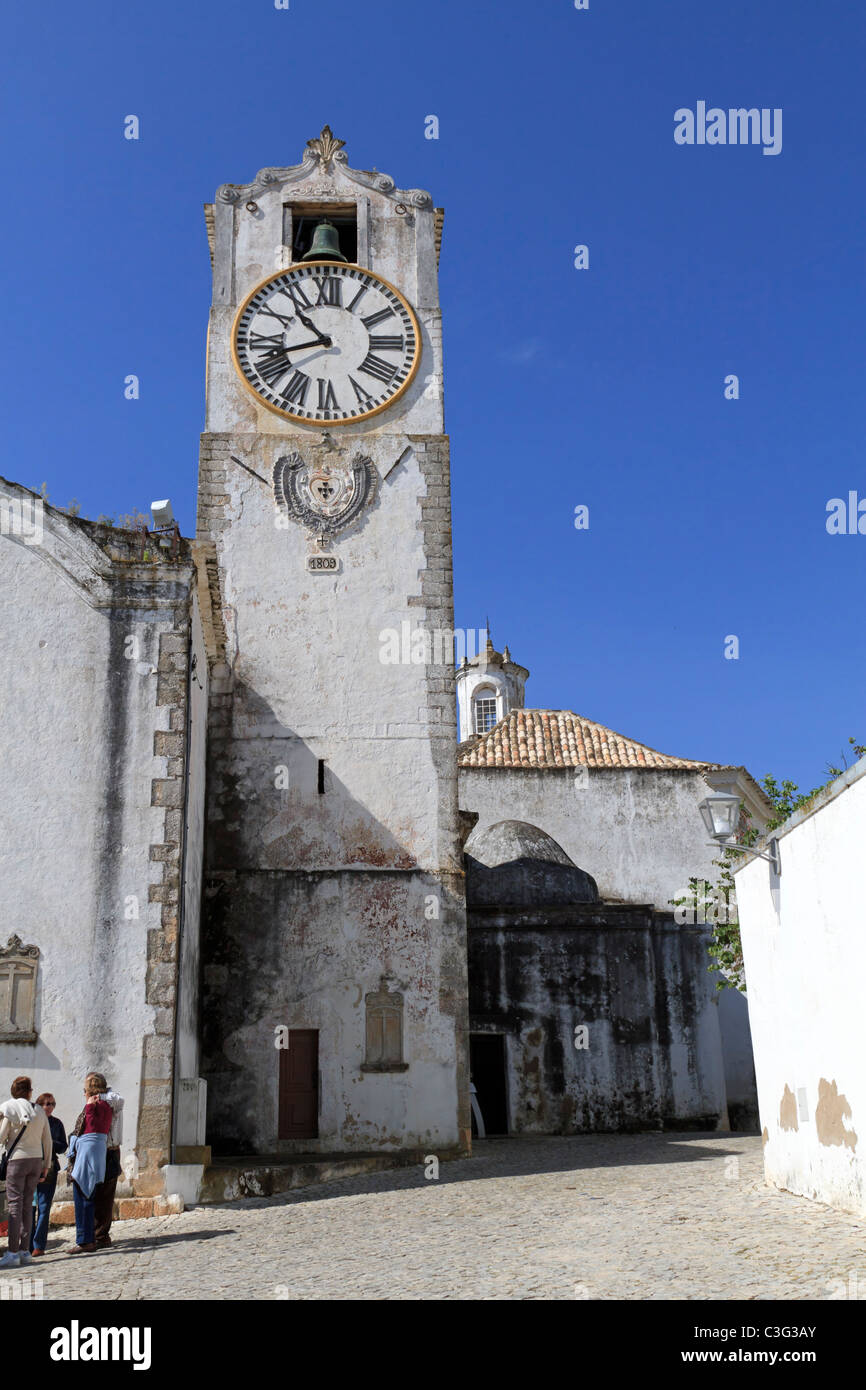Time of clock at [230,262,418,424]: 10:41
